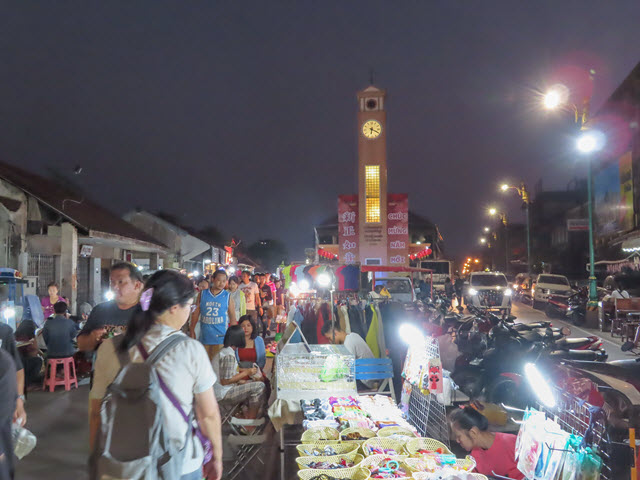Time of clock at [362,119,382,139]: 6:19
